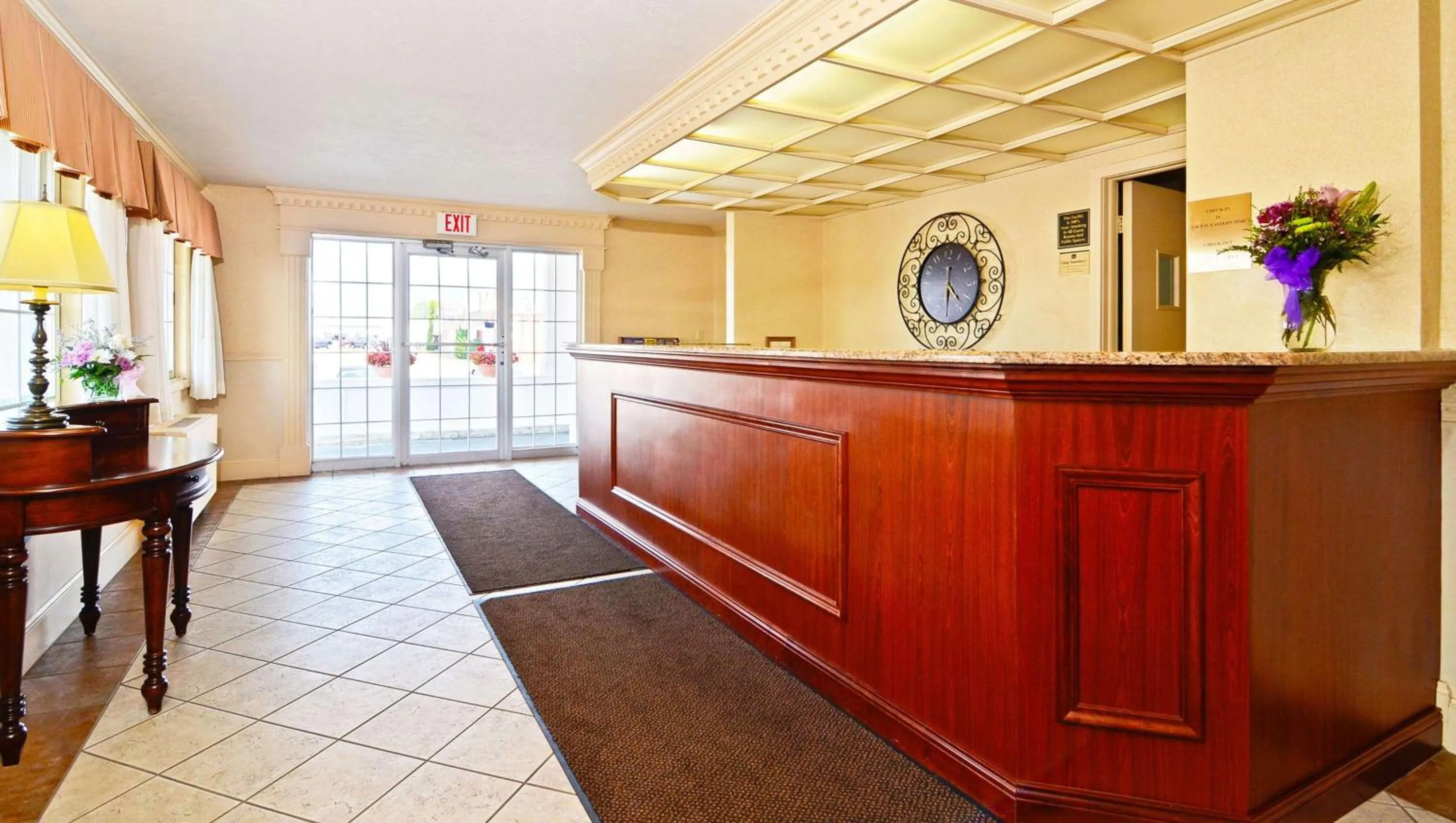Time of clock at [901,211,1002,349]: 4:31
